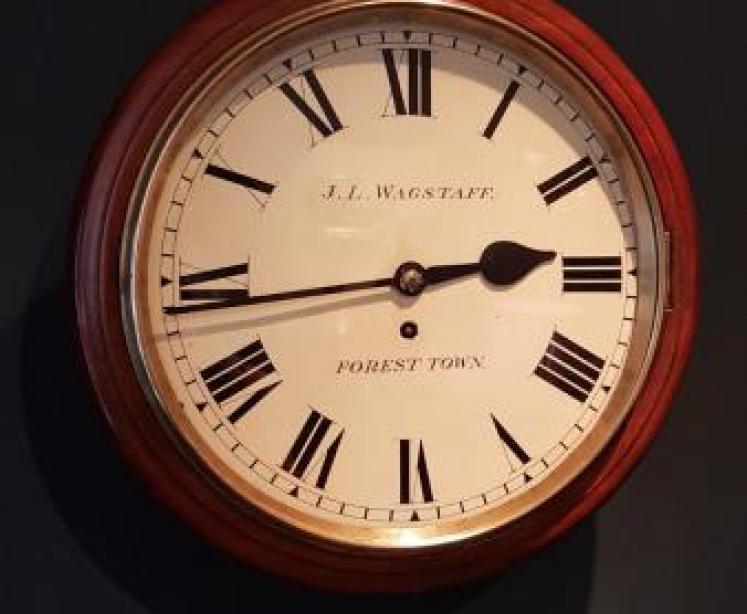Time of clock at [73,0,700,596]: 2:43
